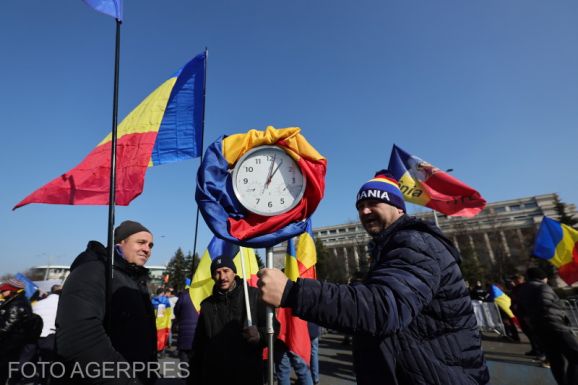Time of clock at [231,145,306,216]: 1:02
